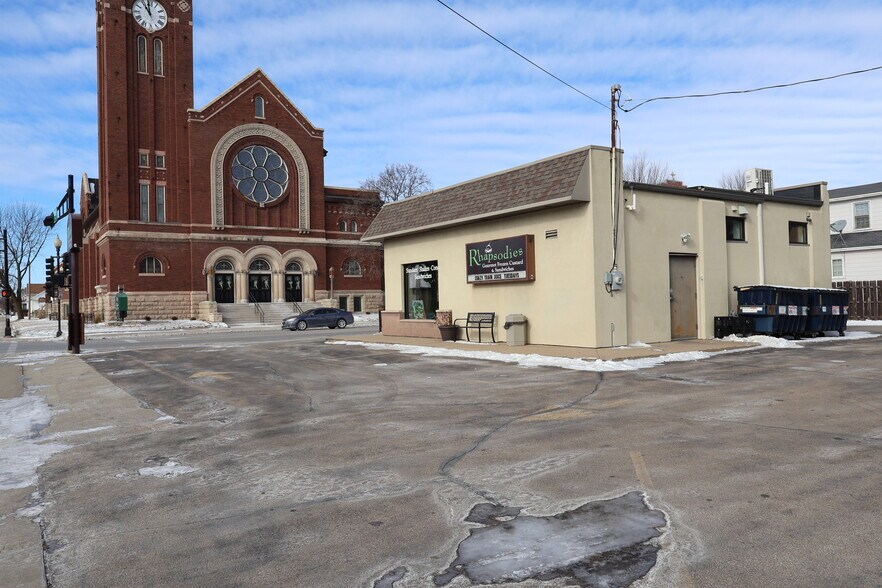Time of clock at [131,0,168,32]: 10:59
